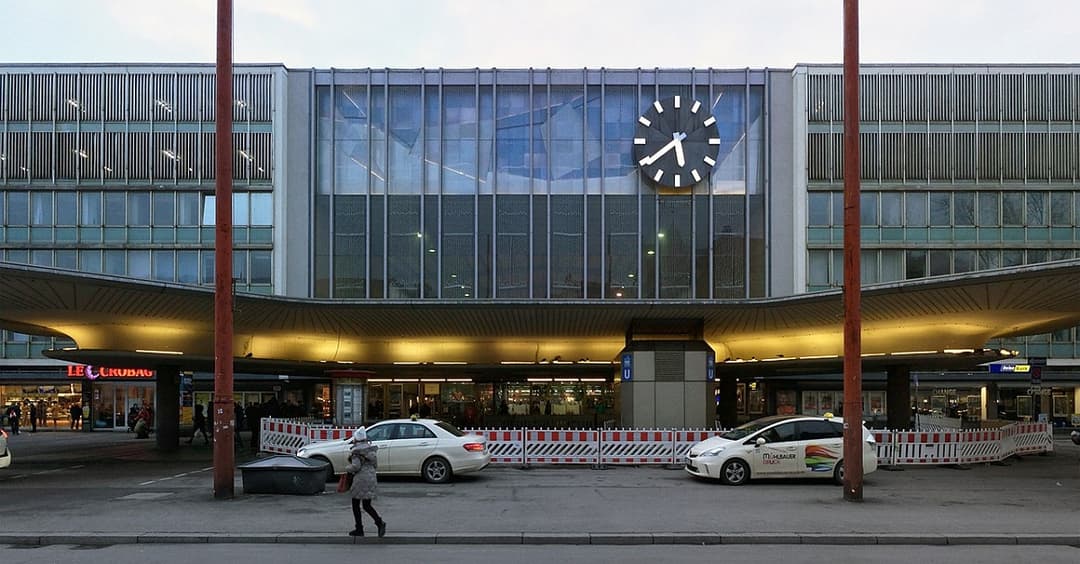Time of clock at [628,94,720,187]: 5:39
